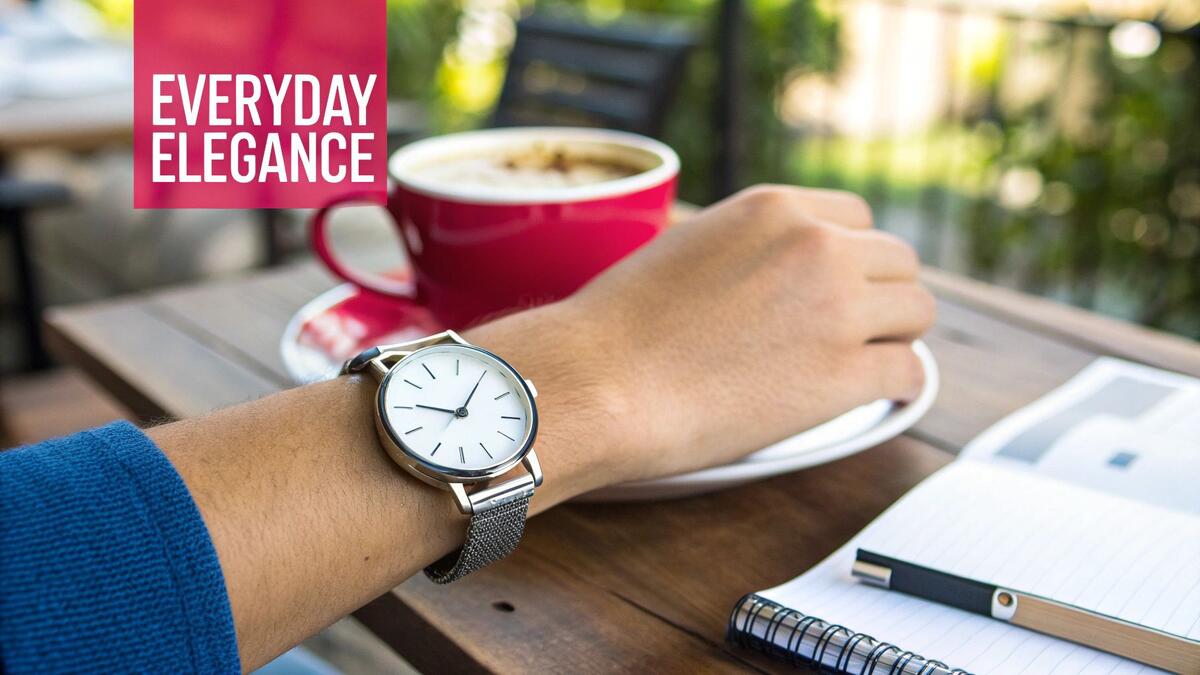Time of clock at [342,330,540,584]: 9:04
